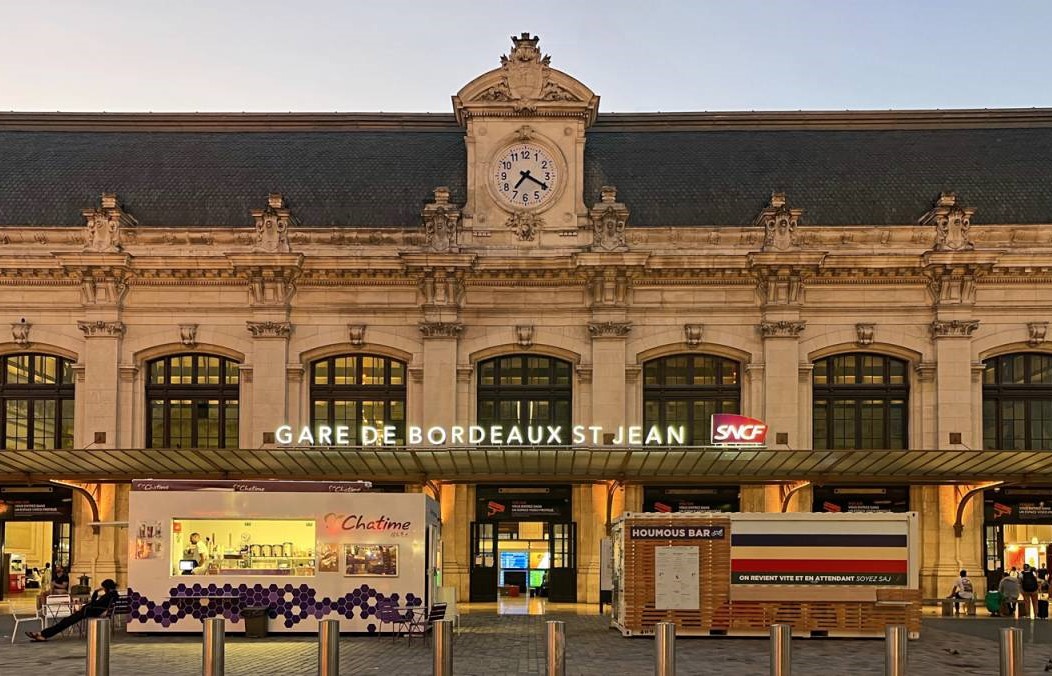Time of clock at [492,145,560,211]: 7:19
